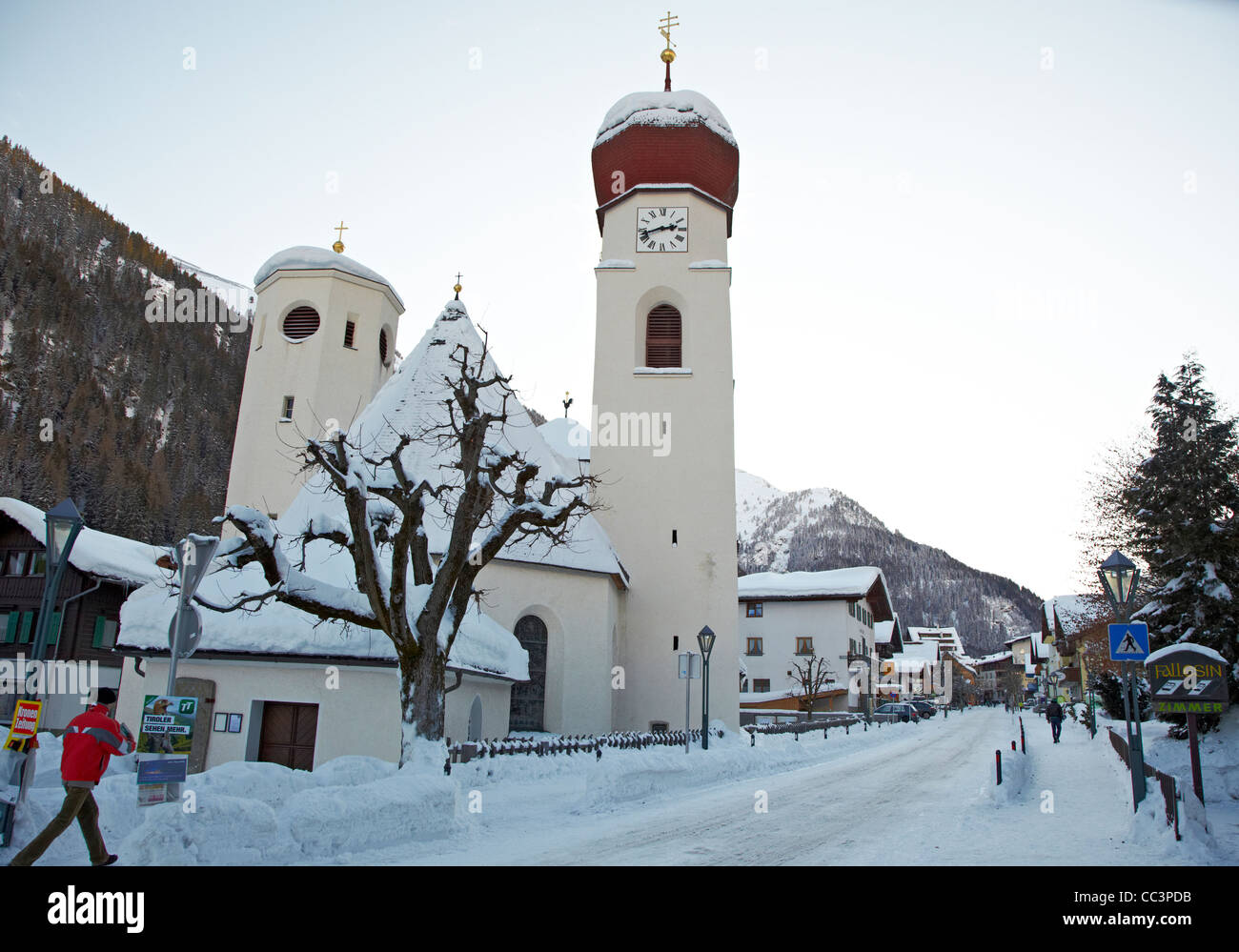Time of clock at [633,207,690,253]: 2:42
